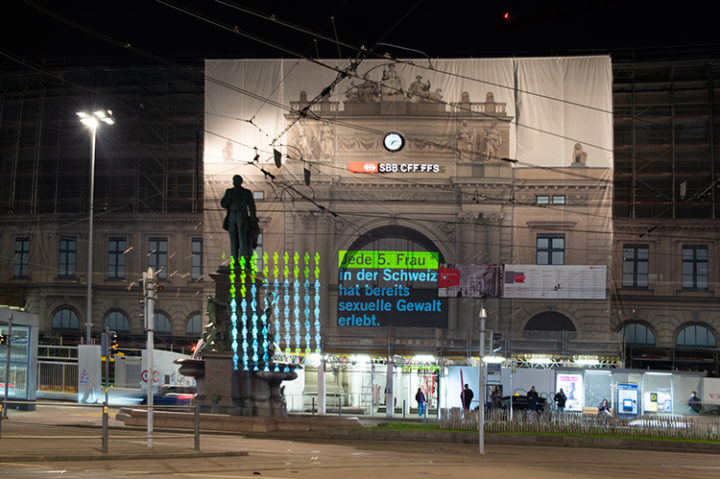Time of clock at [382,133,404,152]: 7:11
